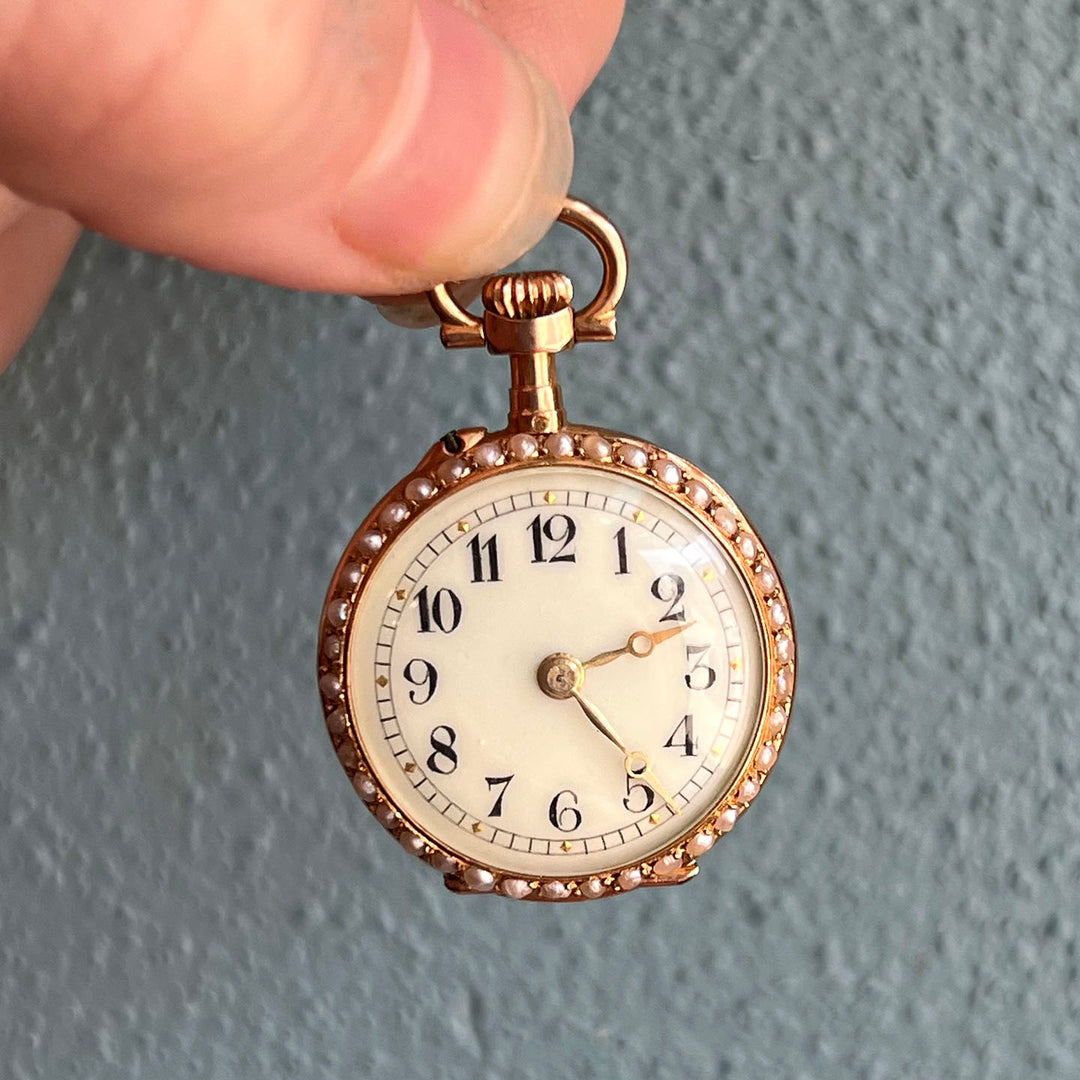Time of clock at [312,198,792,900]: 2:23
